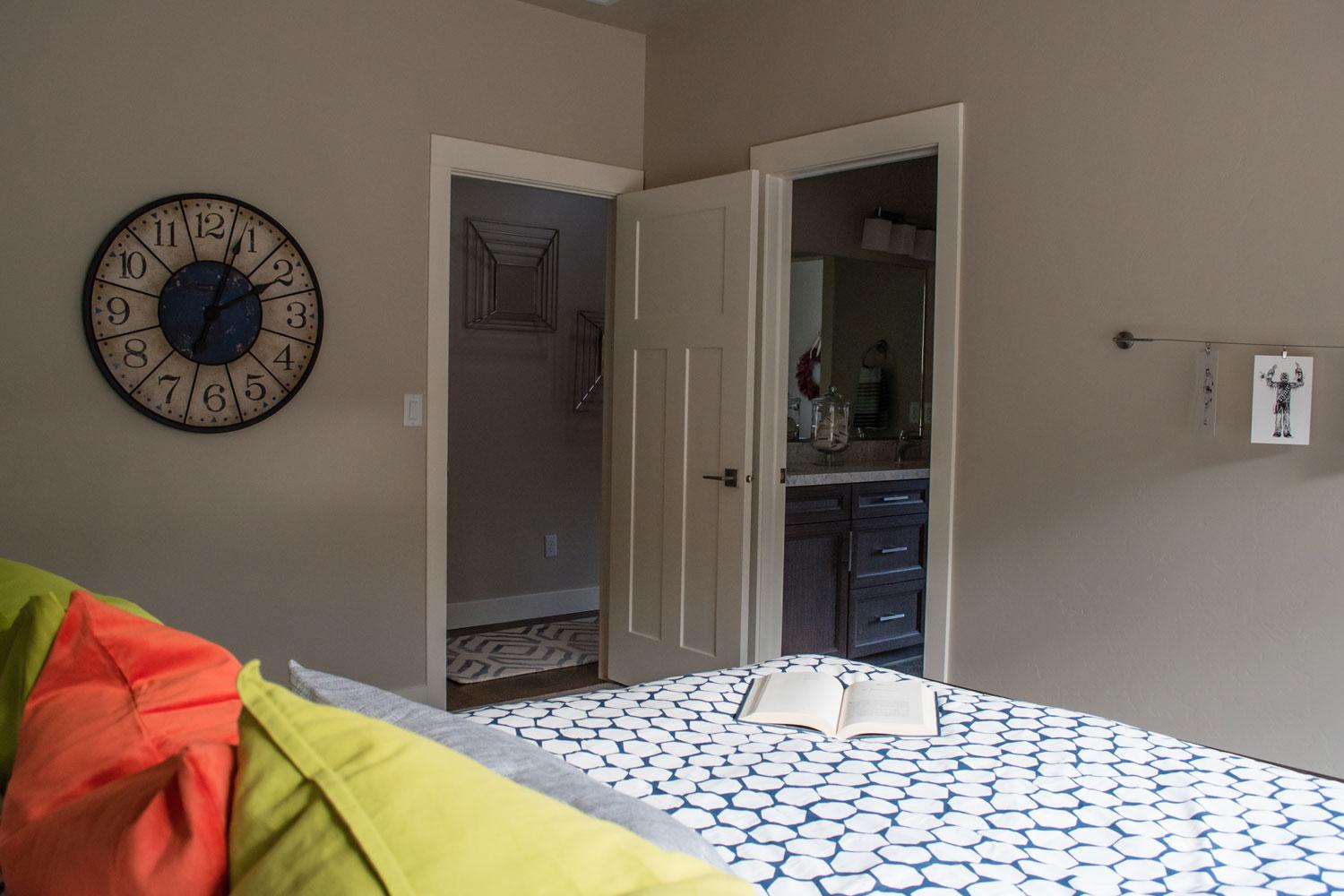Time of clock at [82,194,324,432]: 2:03
